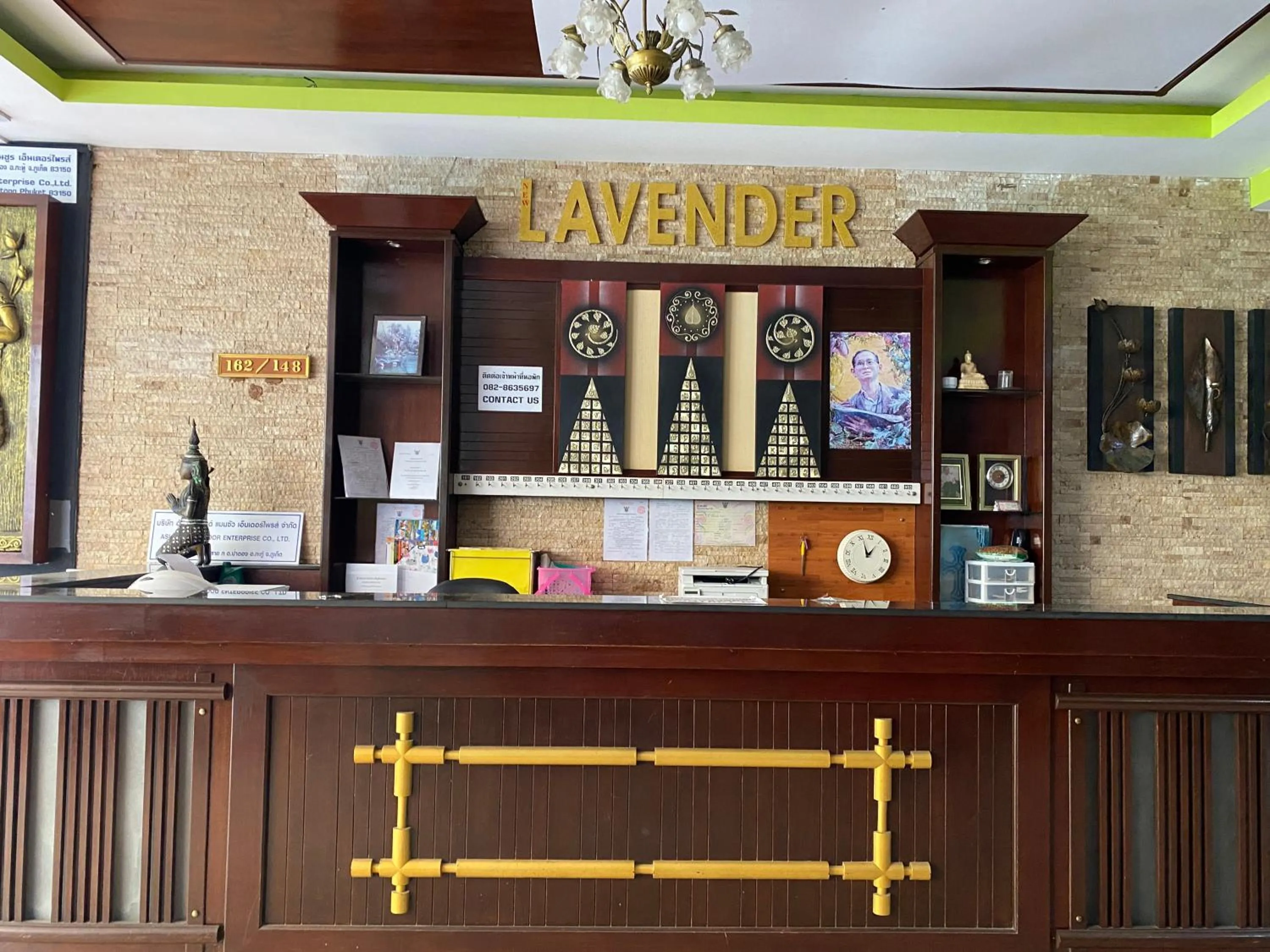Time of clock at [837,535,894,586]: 12:56
